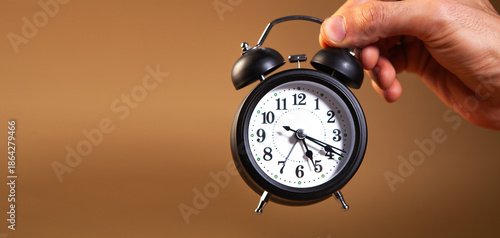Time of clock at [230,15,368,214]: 5:18
